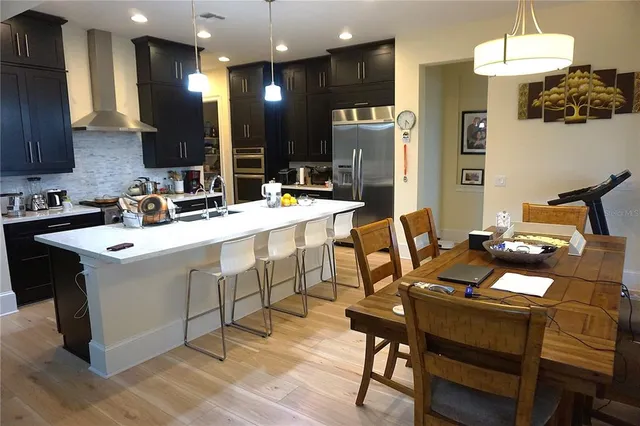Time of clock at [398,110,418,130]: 4:31
